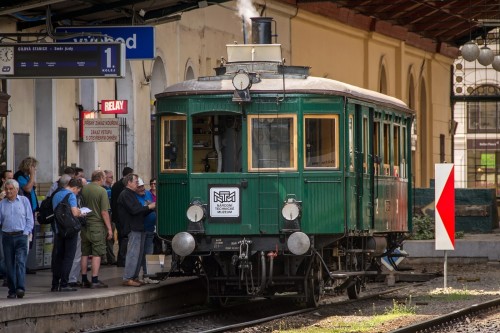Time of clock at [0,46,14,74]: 12:26
